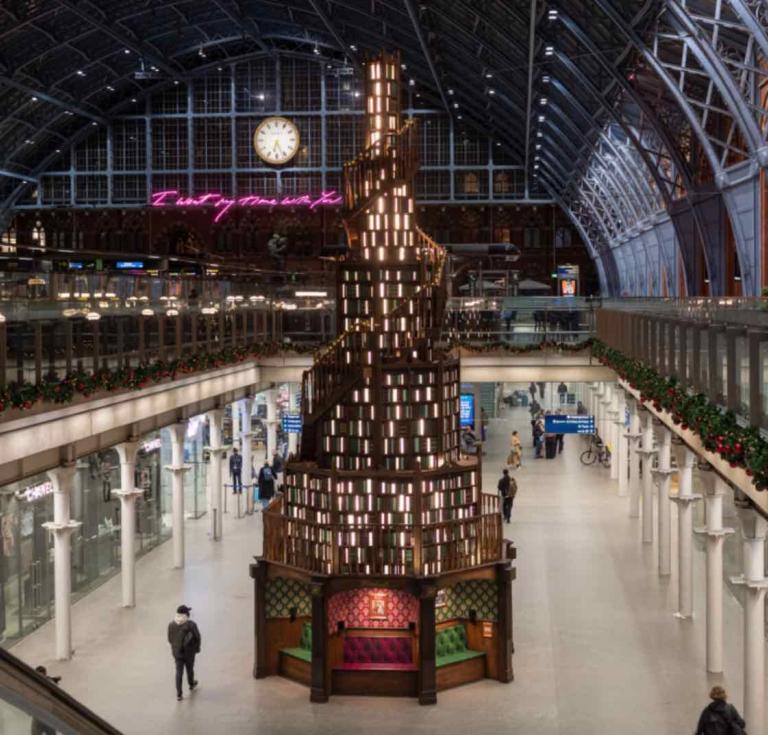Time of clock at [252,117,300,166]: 6:26
